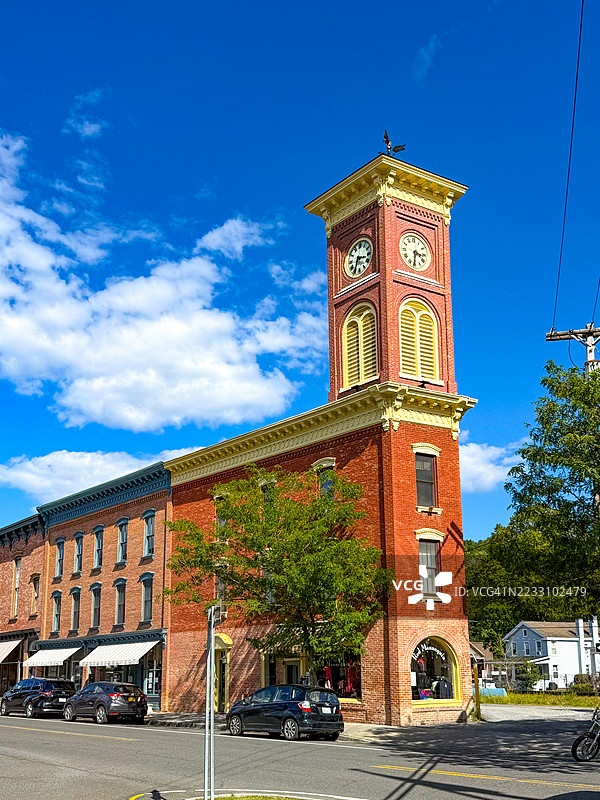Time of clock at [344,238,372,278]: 3:34
